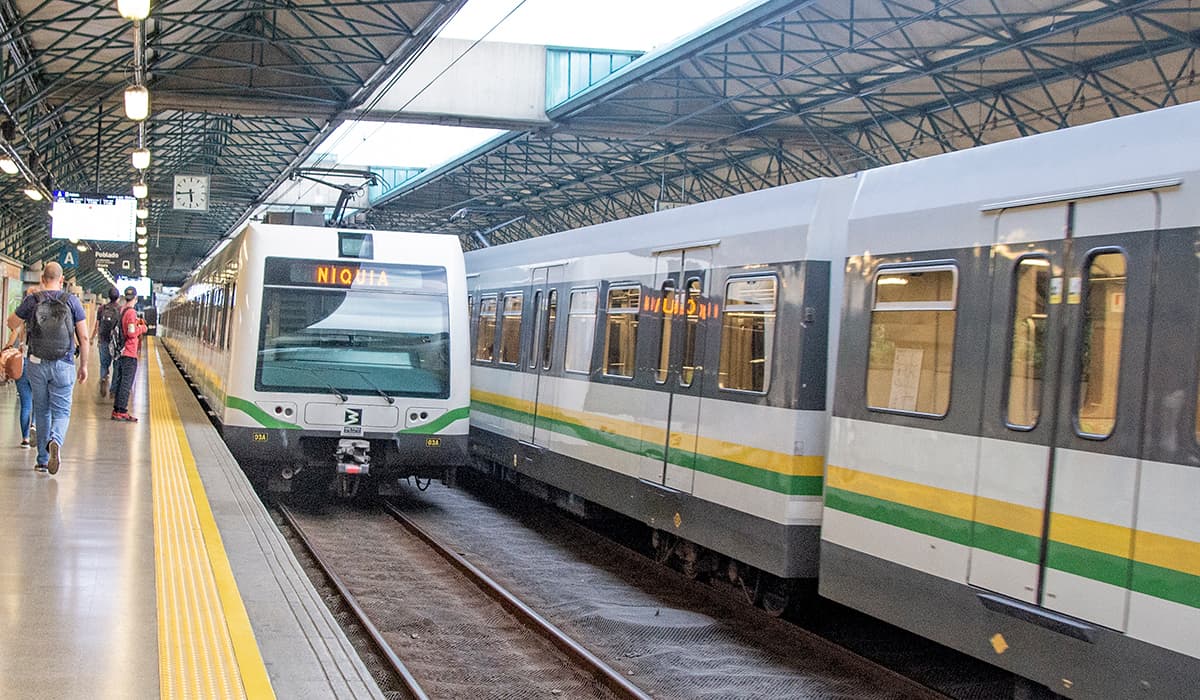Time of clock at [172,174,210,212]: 5:44
